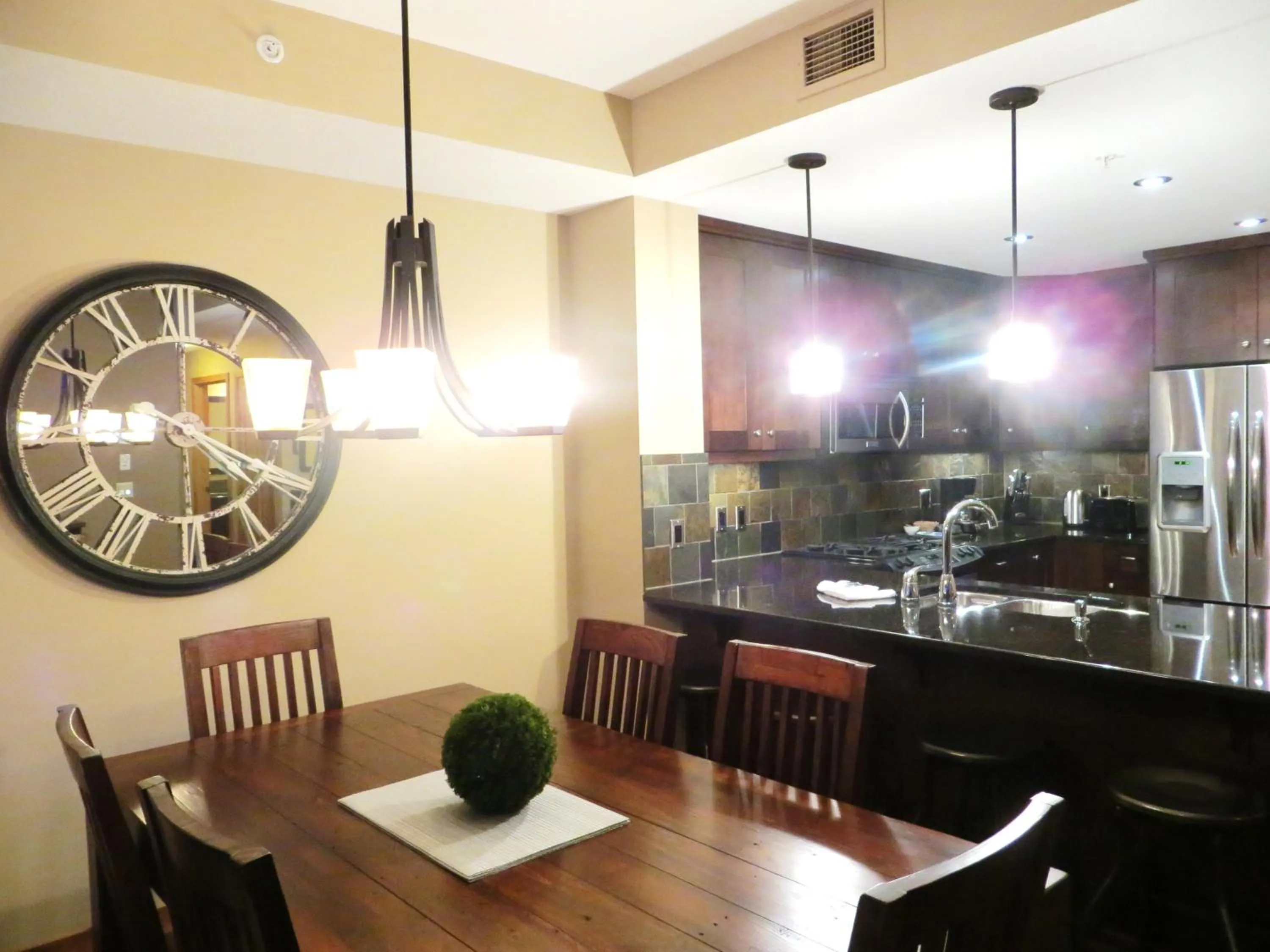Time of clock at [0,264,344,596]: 4:20
